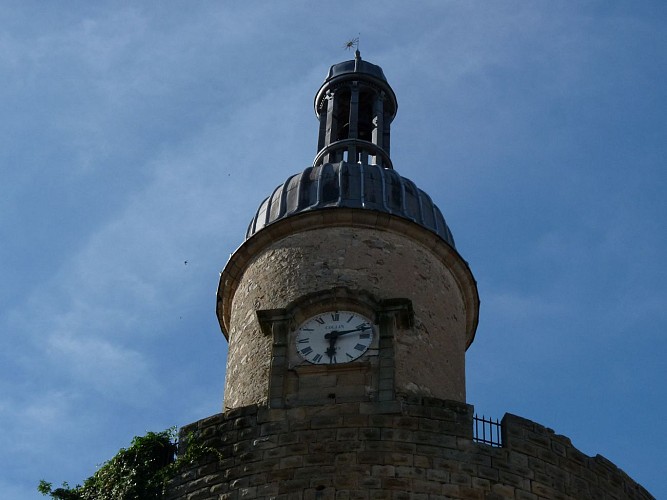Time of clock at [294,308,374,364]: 6:12
